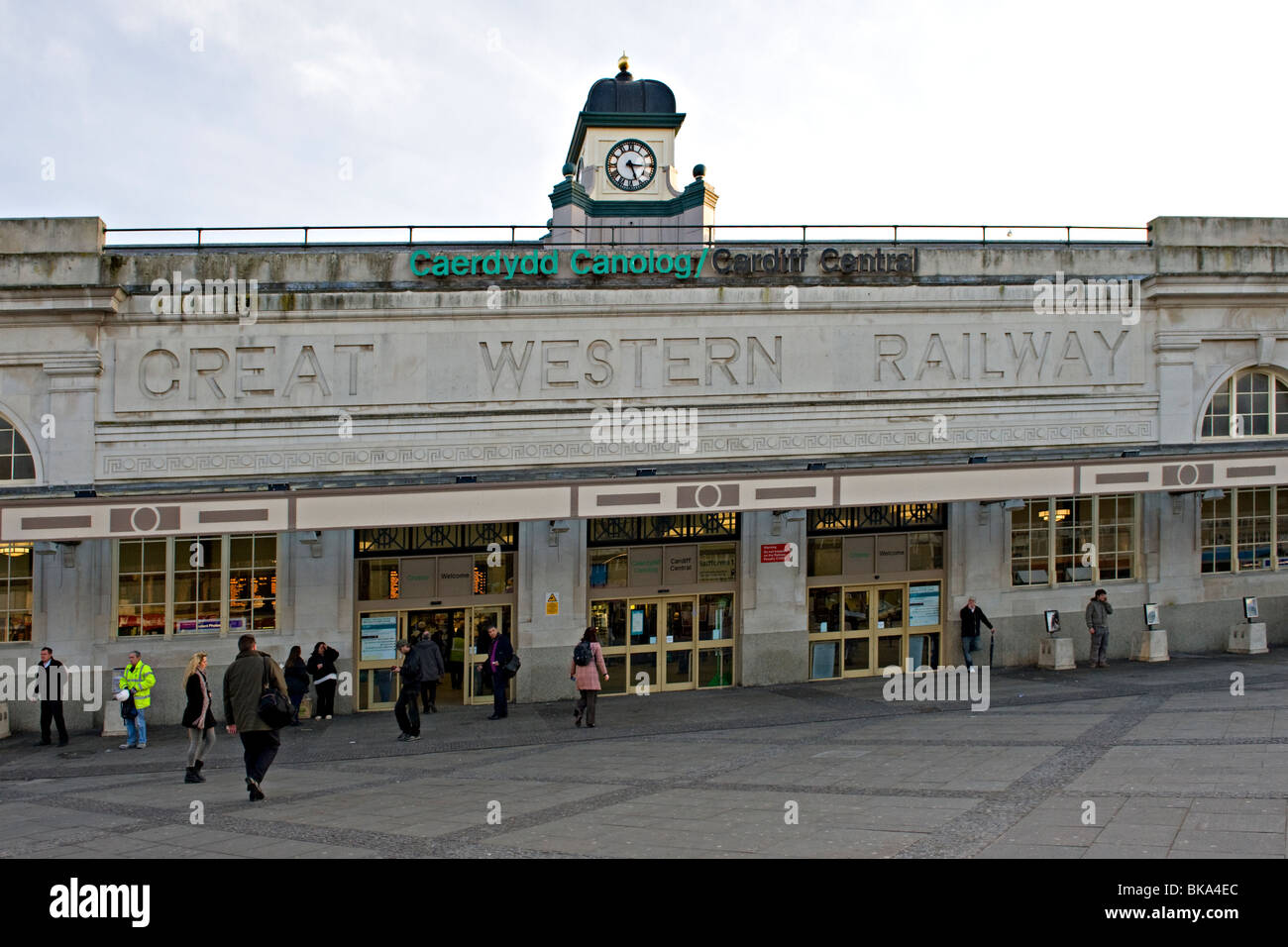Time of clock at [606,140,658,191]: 5:15
